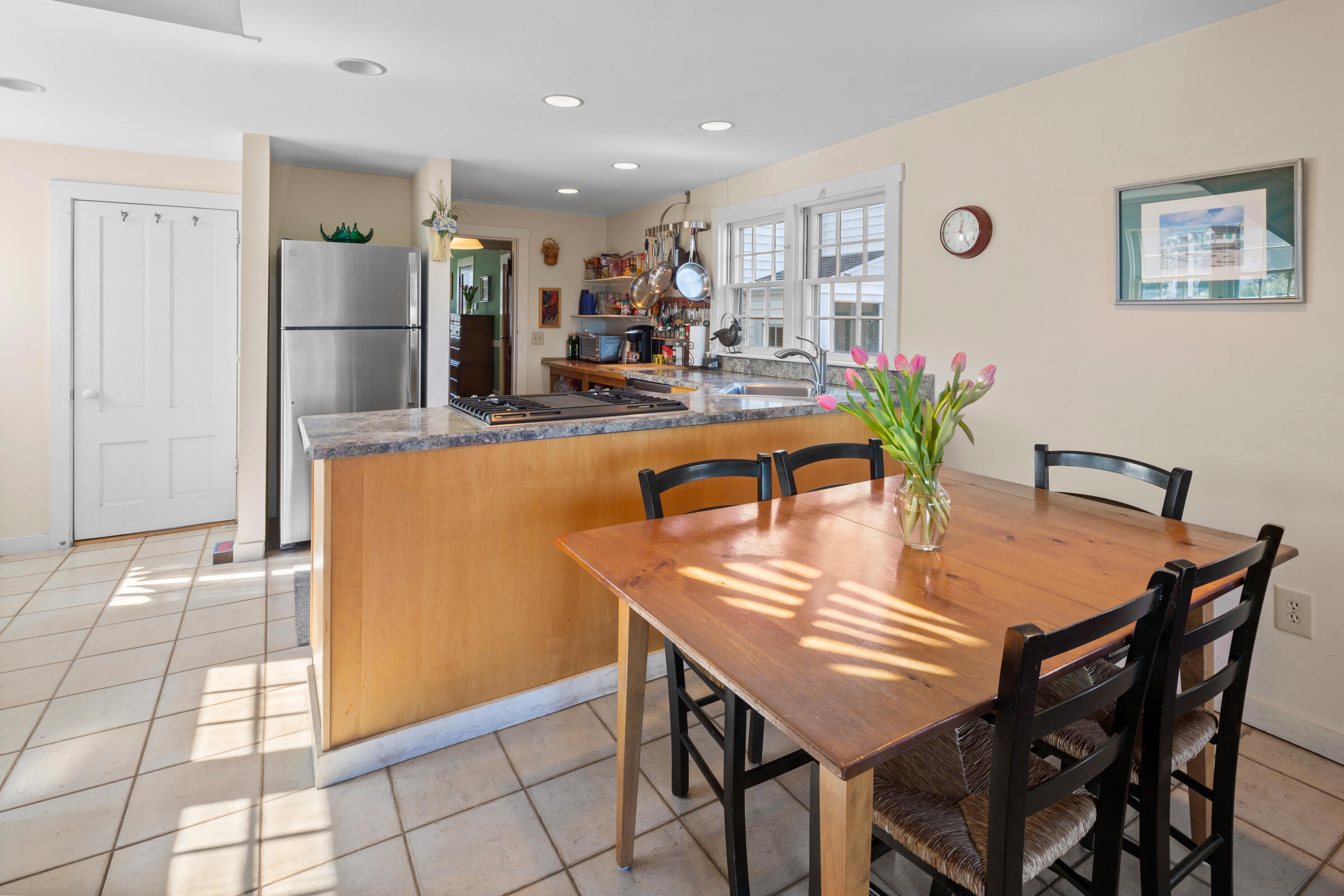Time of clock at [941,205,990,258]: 12:24
